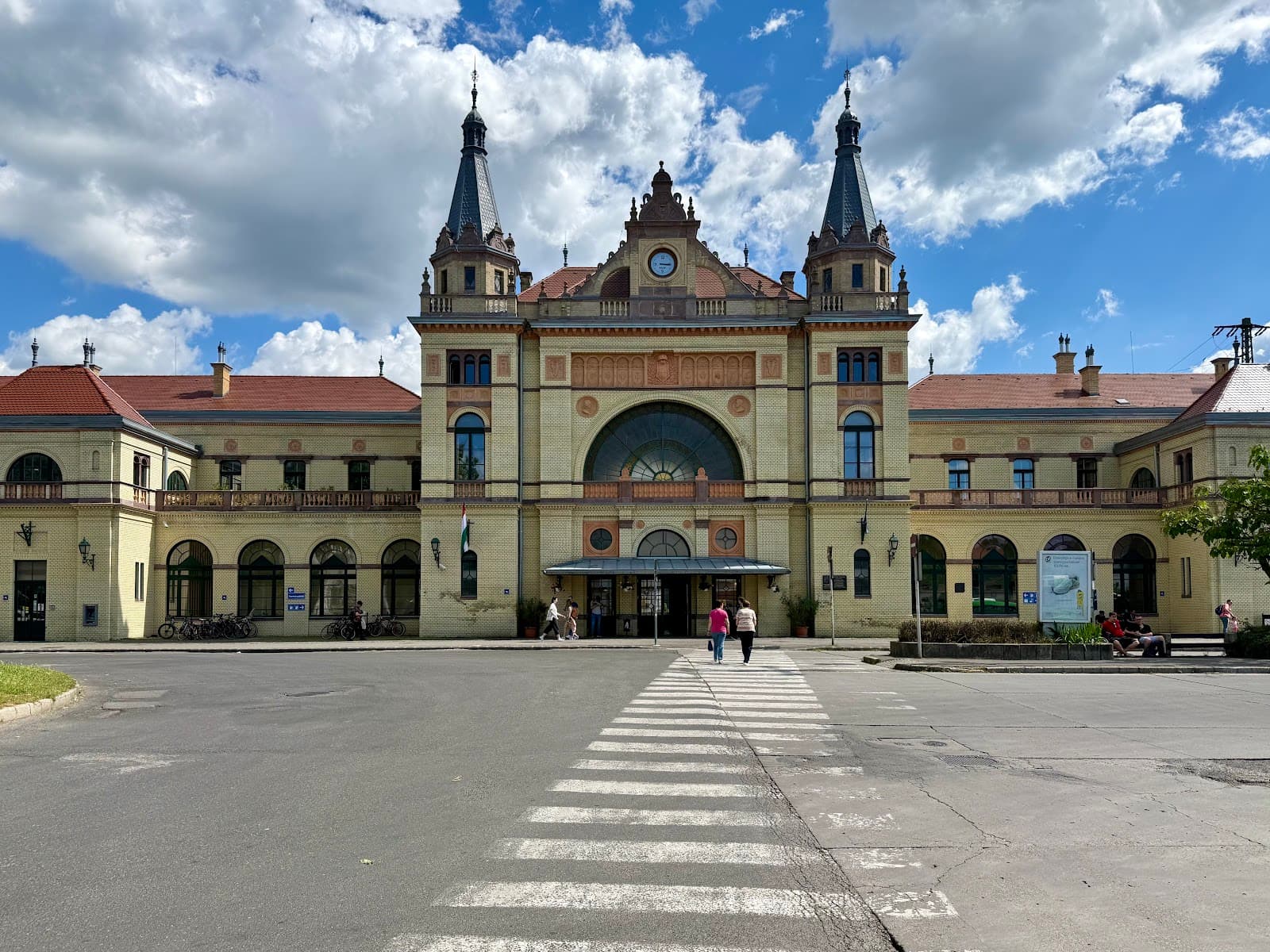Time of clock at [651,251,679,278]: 3:15
